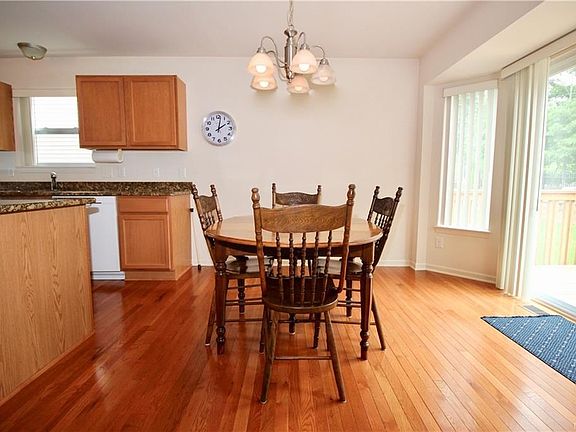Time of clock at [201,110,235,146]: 2:01
